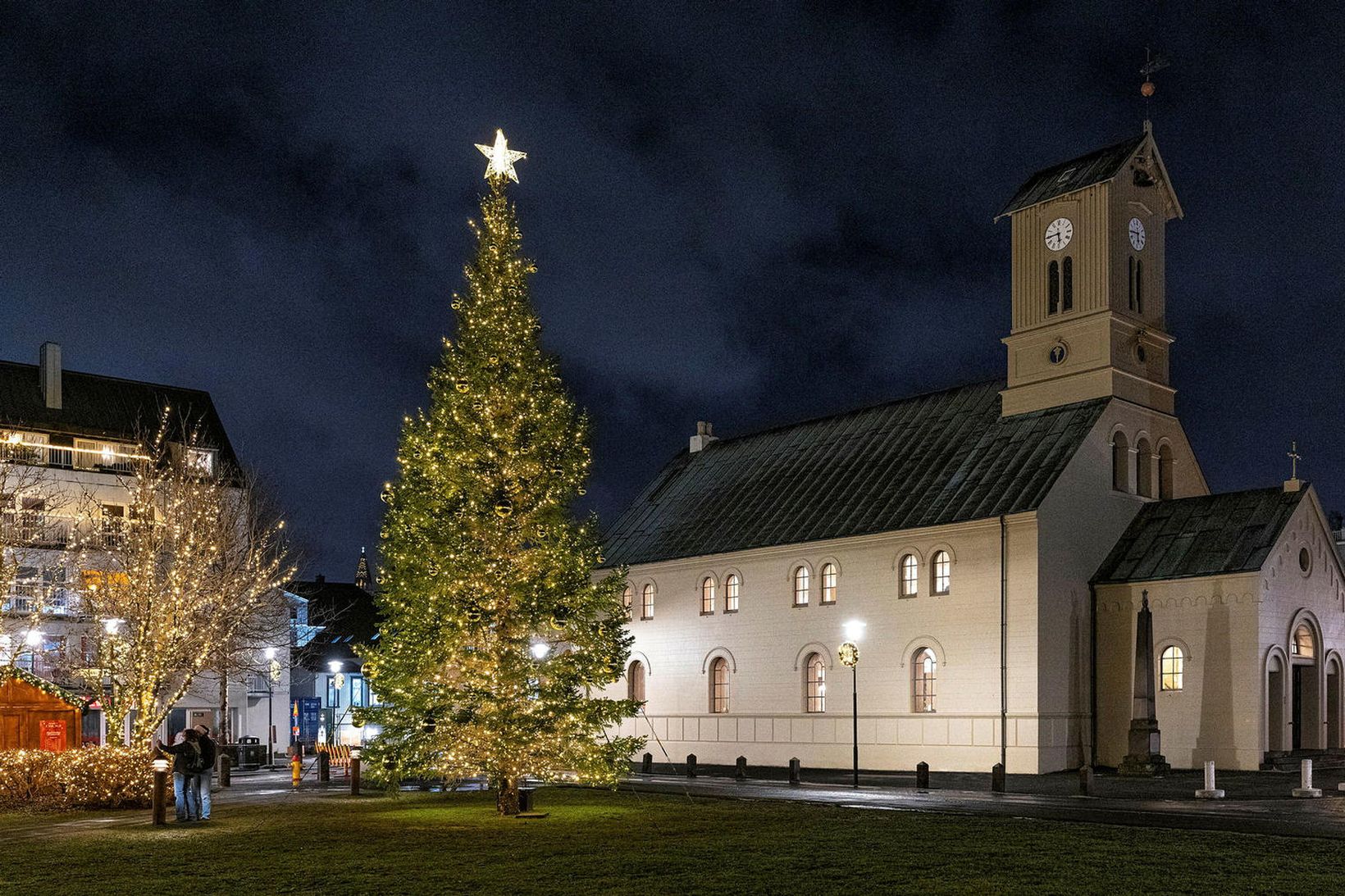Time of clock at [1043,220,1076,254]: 5:44
